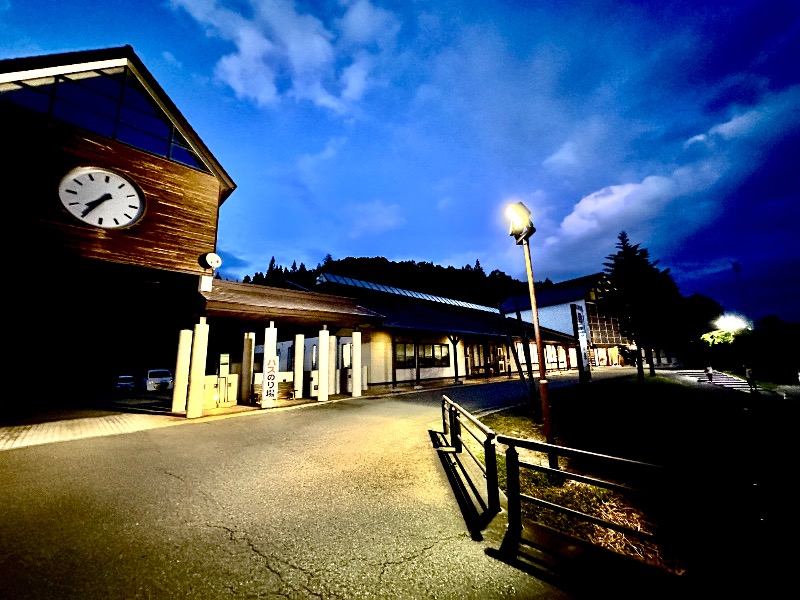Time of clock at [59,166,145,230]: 7:35
